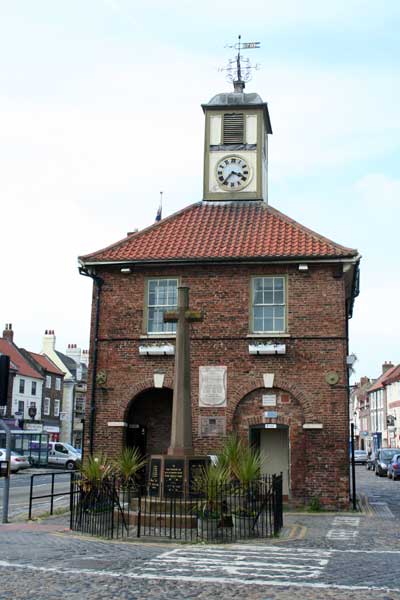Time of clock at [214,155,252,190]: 3:36
